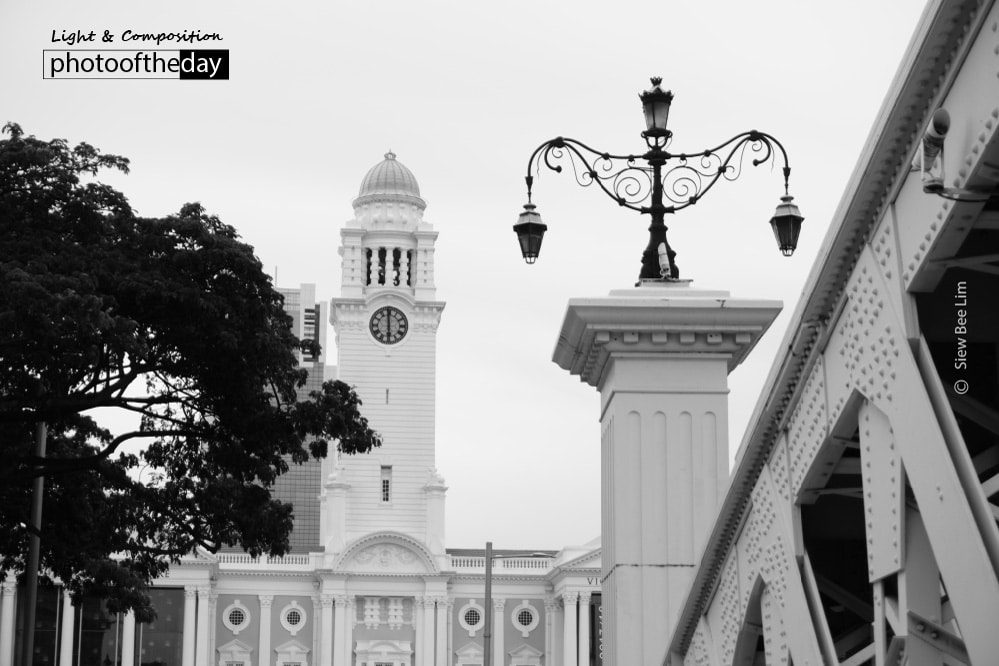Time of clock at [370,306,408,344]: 5:59
